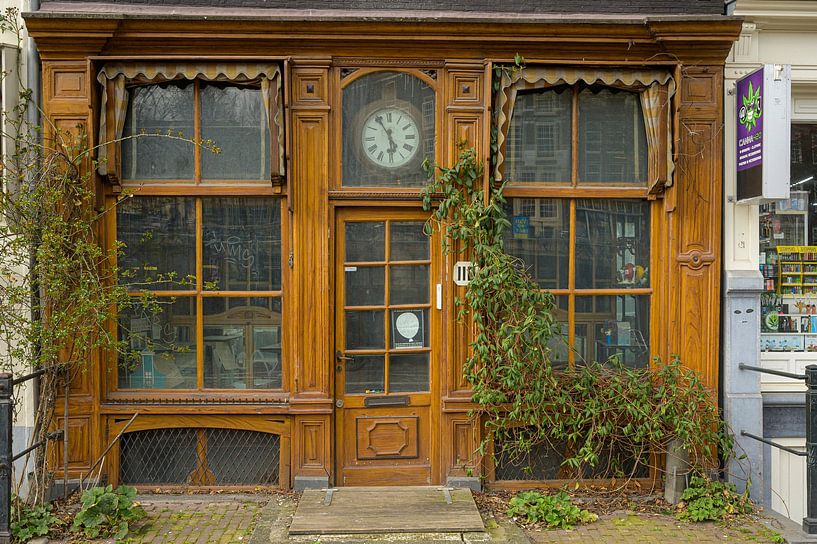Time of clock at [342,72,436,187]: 5:54
